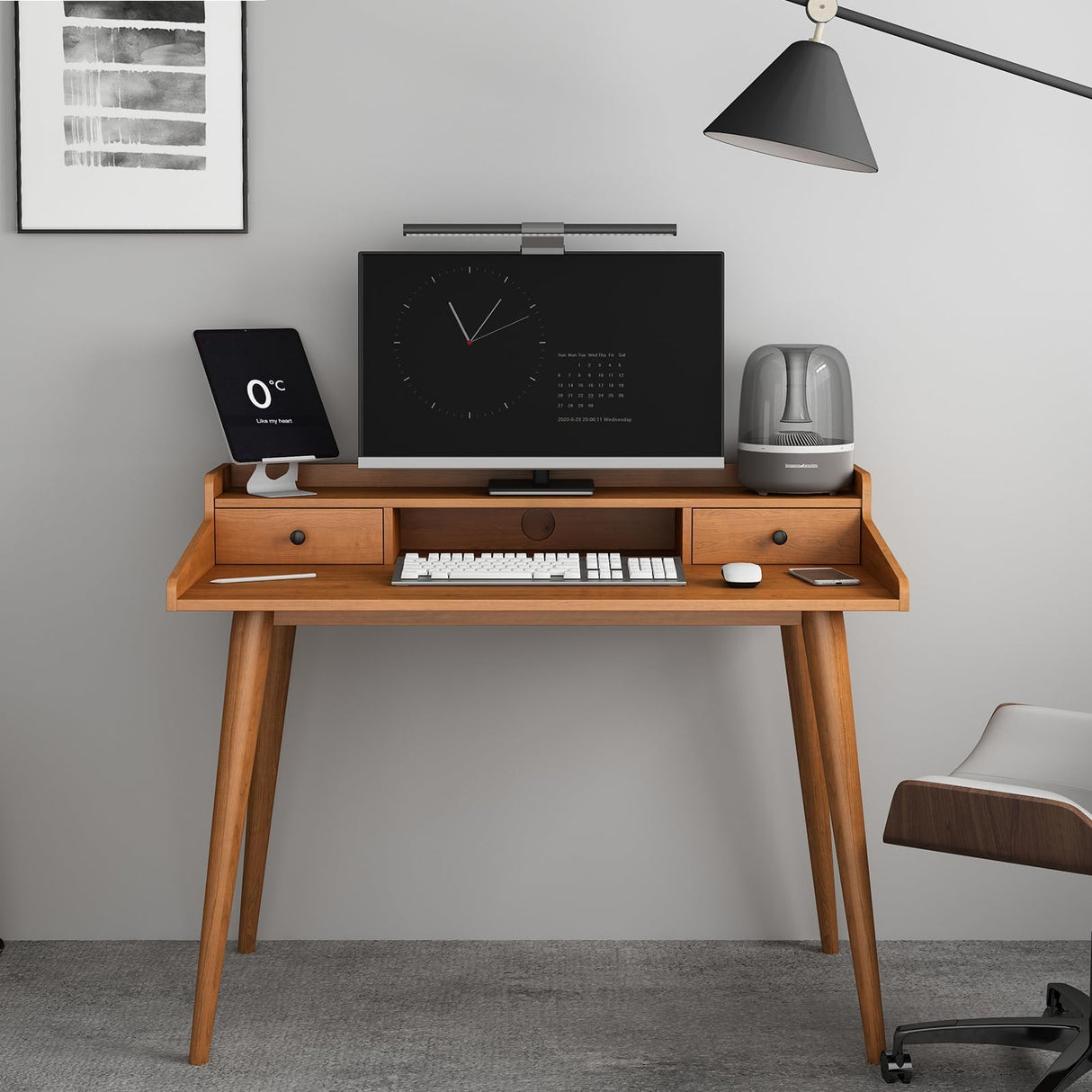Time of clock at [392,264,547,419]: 11:06
